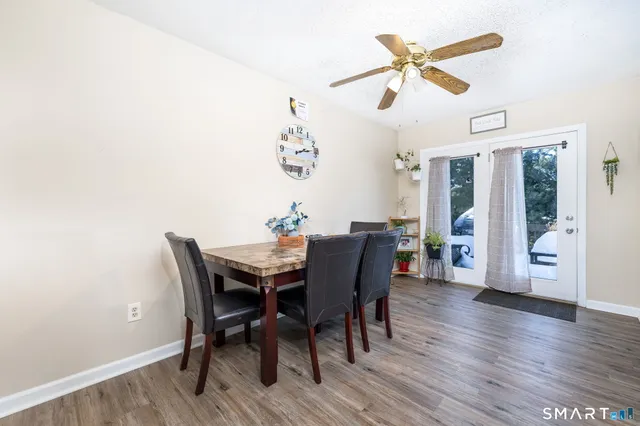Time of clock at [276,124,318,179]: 2:13
